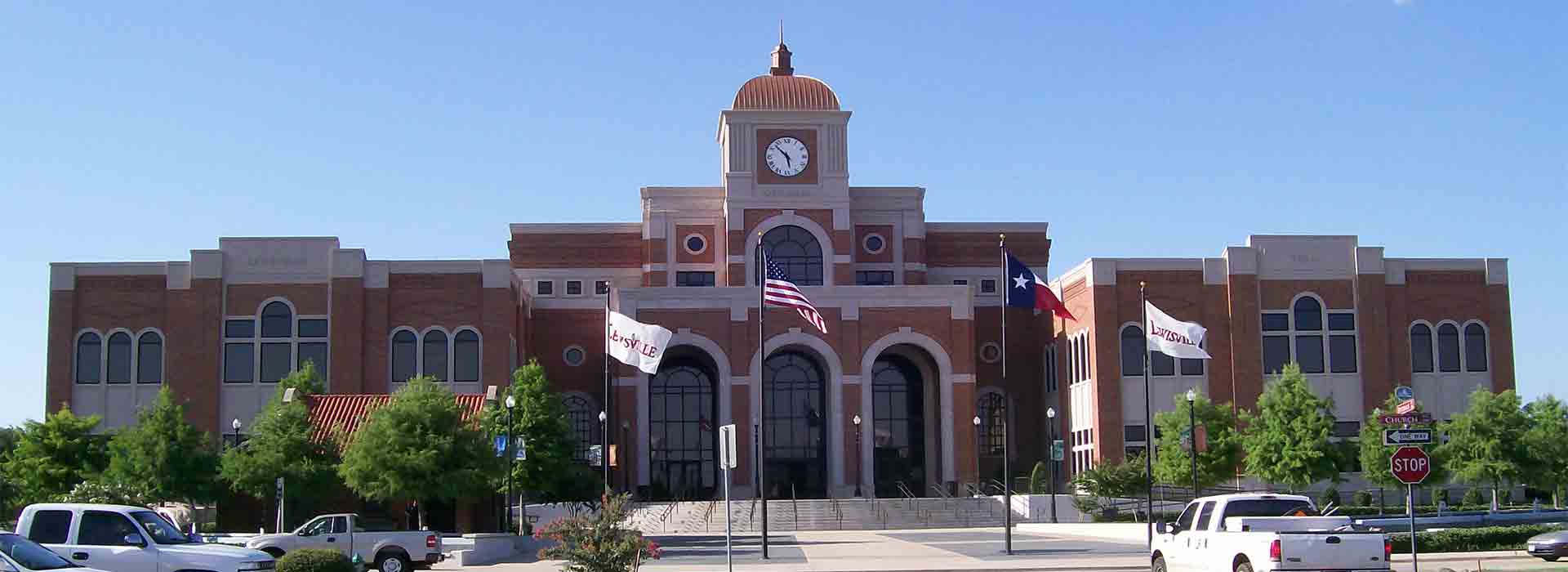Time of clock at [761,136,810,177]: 5:52
